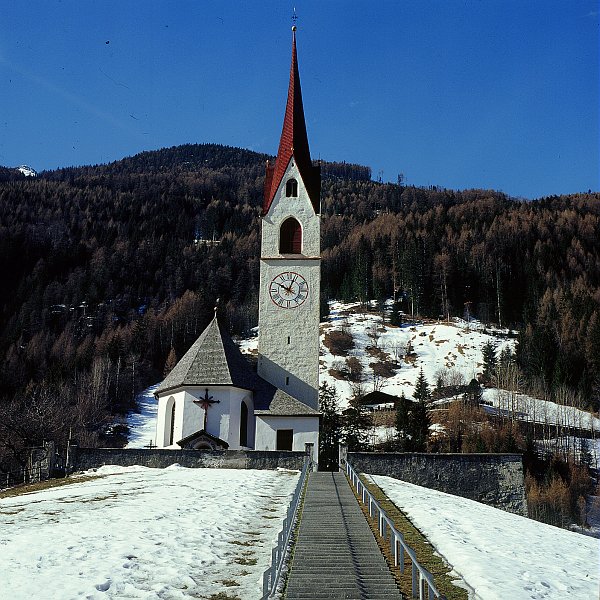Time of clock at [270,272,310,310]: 10:03
